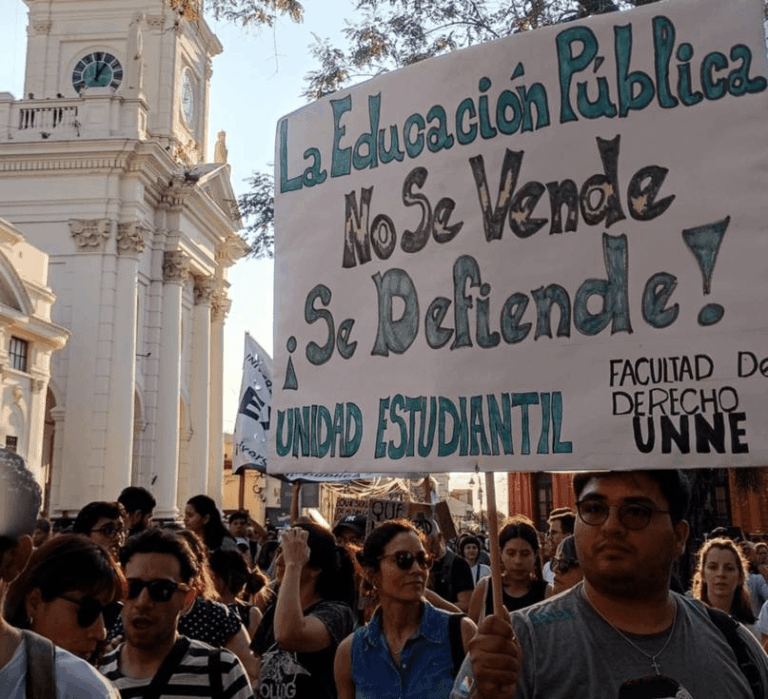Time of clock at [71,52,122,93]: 1:00
